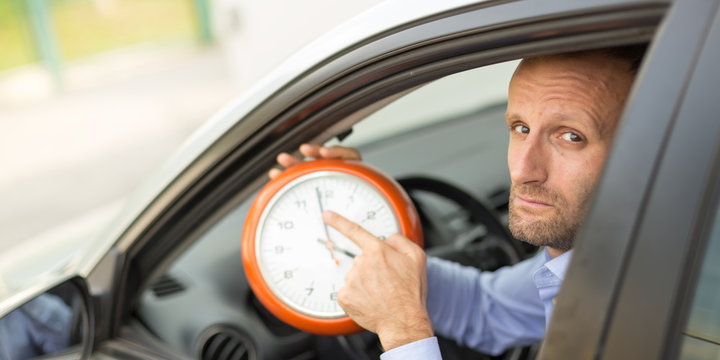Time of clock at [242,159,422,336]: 3:58
